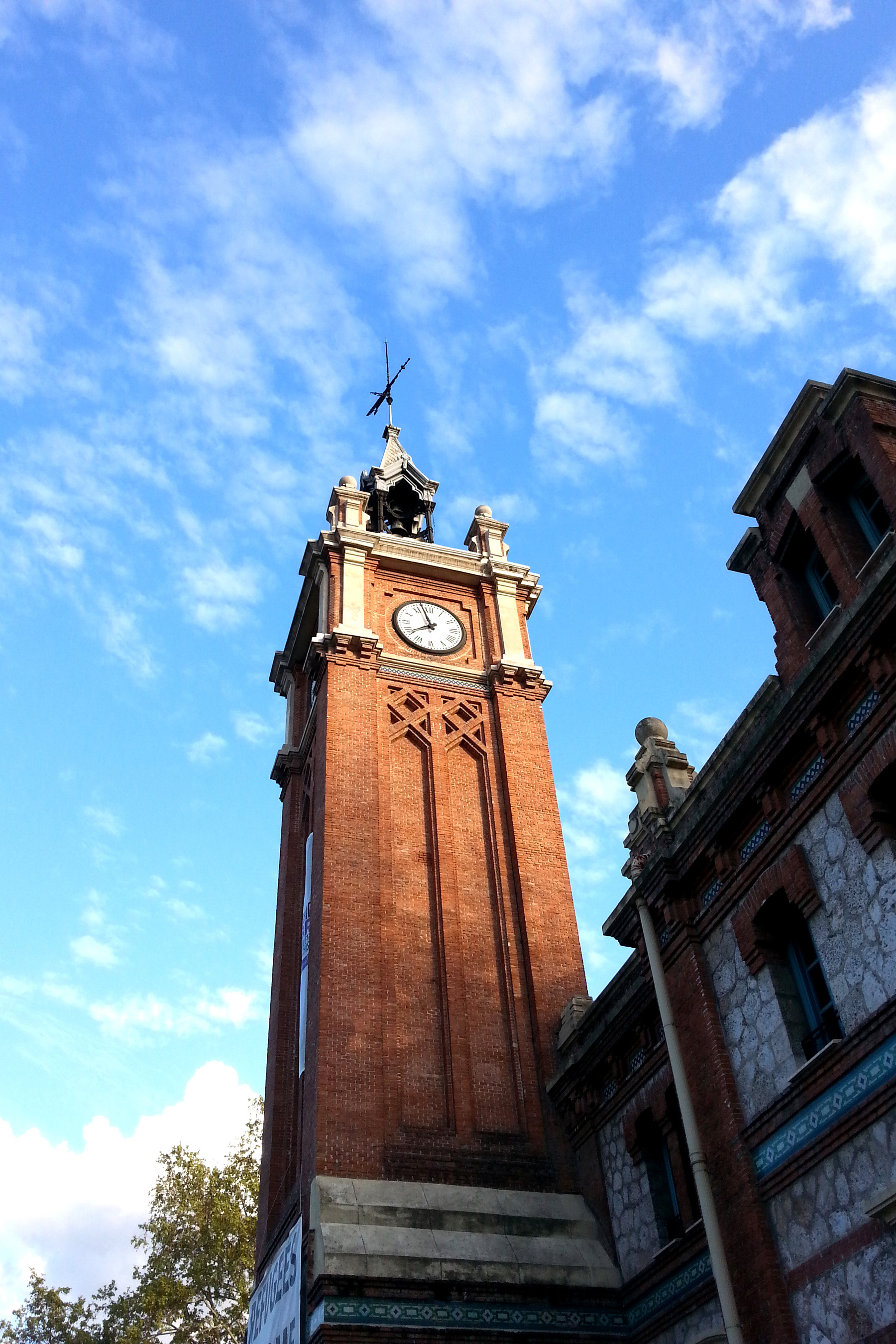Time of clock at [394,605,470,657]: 7:57
